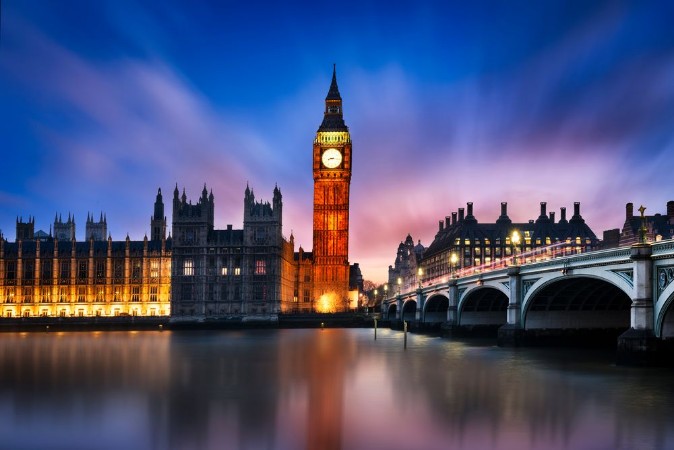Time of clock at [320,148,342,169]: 8:16
